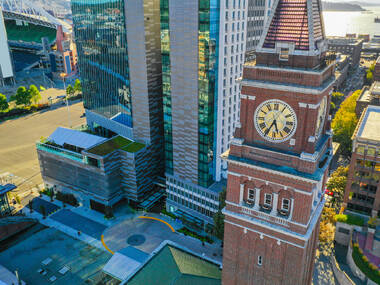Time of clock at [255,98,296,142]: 5:34
